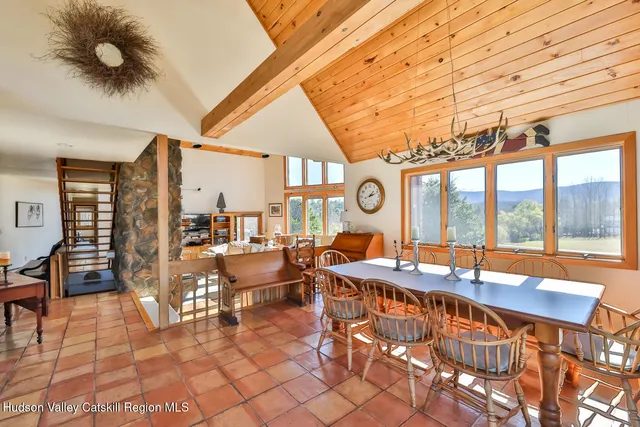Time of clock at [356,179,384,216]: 1:11
